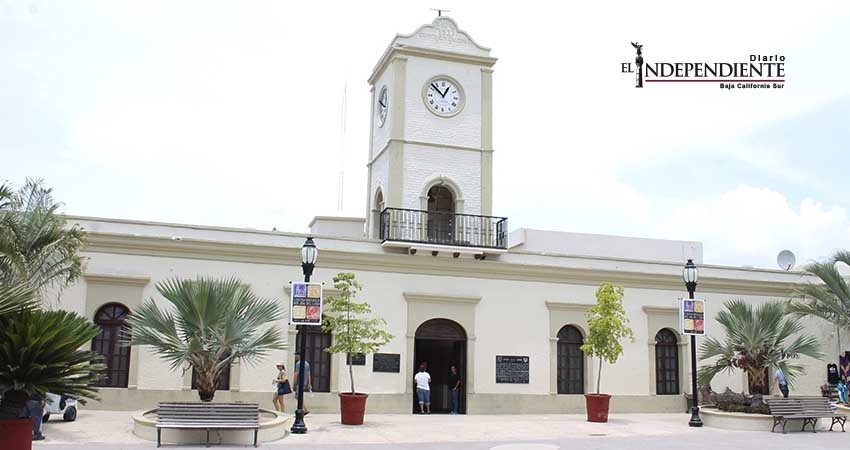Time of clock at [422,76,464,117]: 12:52
